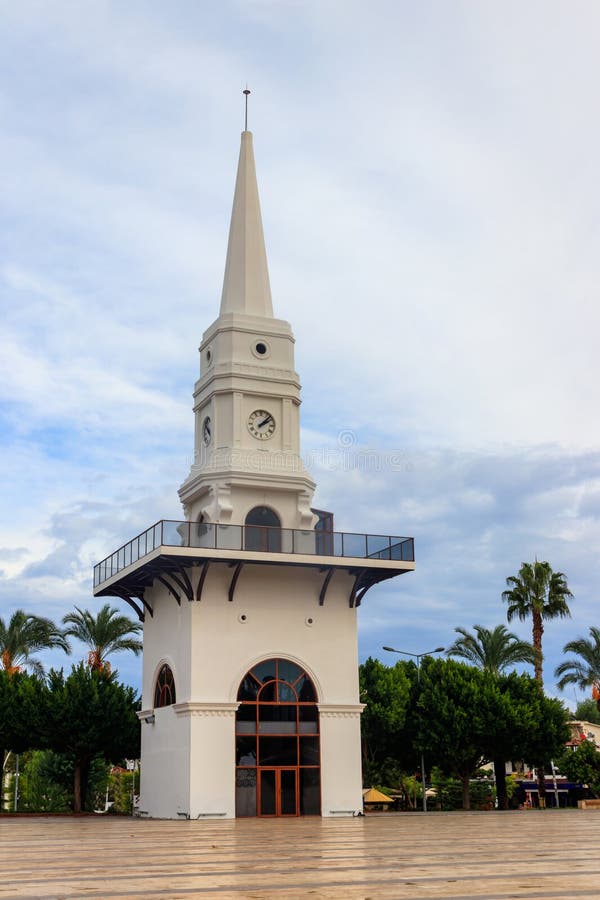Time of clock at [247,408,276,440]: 2:07
